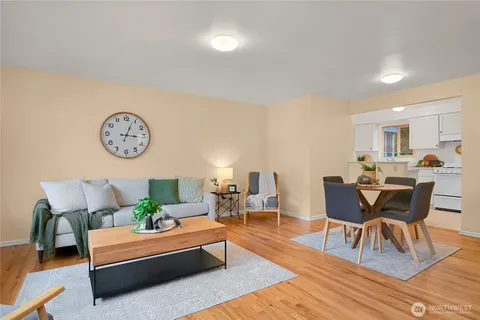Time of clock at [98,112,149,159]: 3:03
